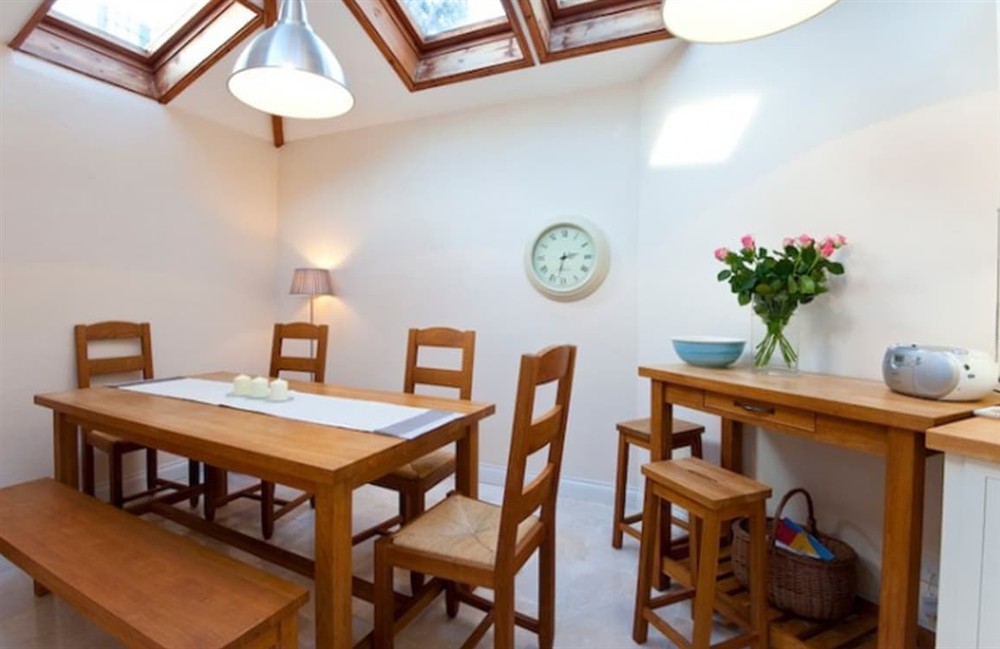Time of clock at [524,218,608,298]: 2:32
